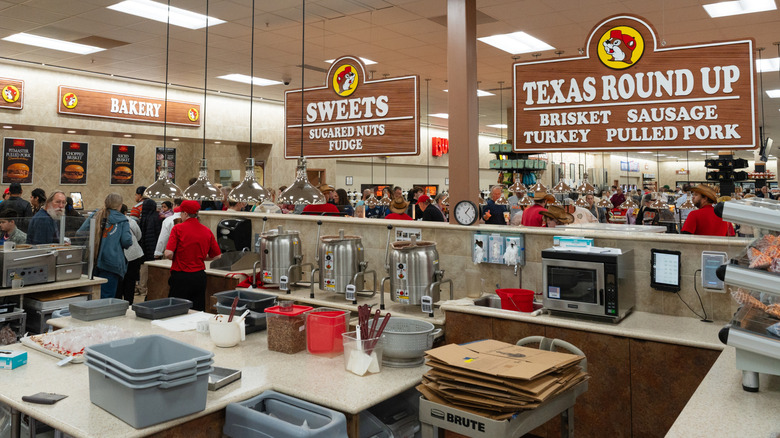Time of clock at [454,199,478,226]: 1:22
